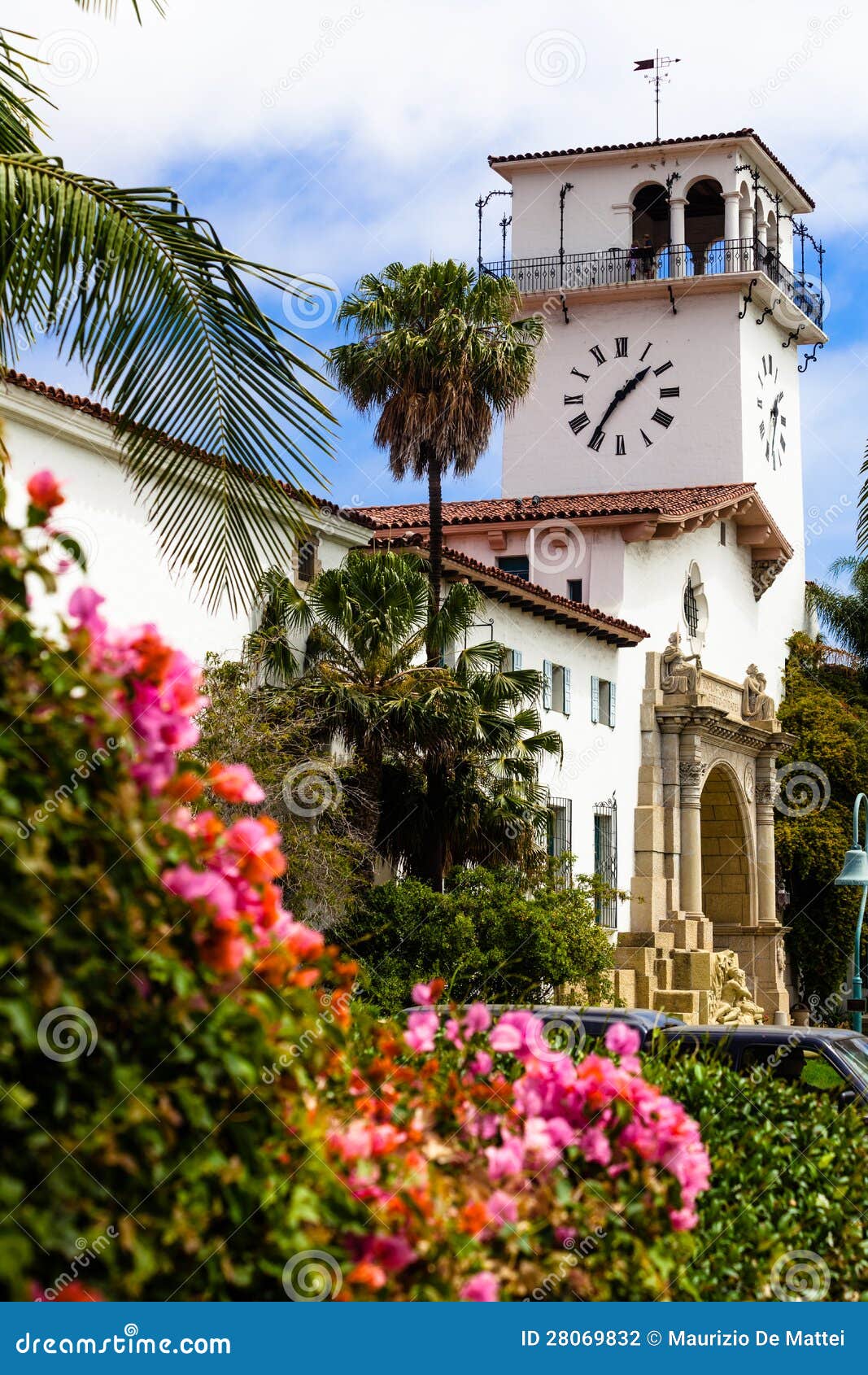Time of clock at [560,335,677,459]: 1:35
